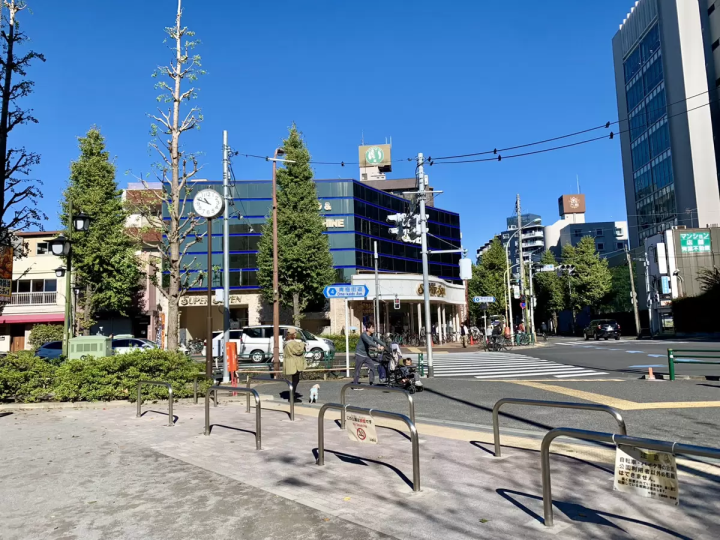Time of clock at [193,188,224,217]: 10:48
